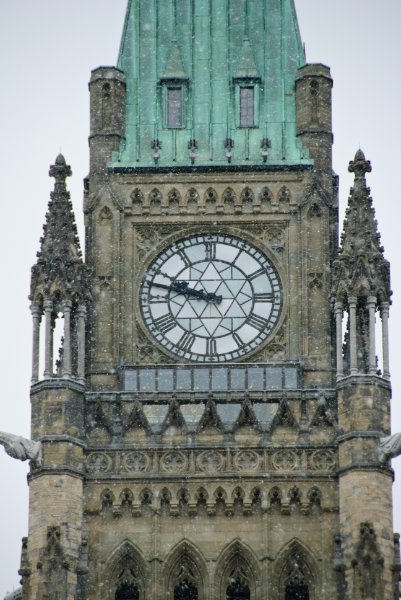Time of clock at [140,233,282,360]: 9:47
